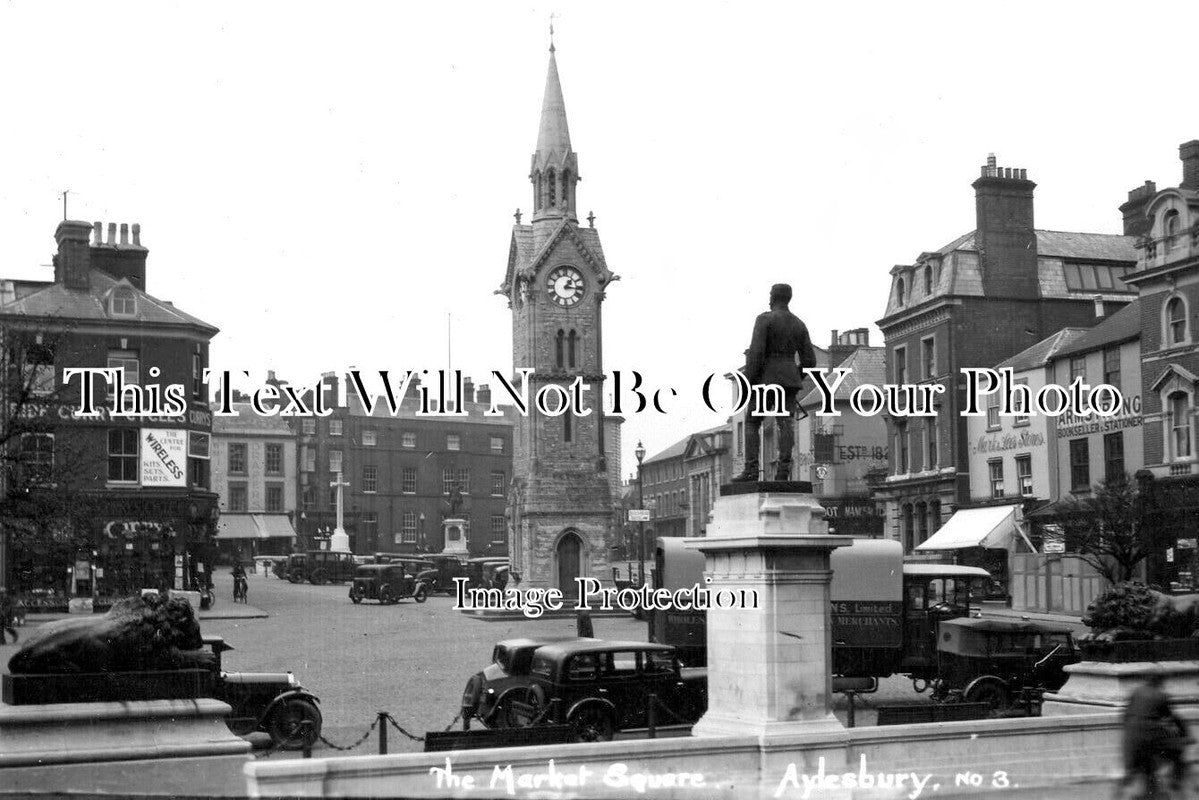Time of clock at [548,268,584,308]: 1:16
